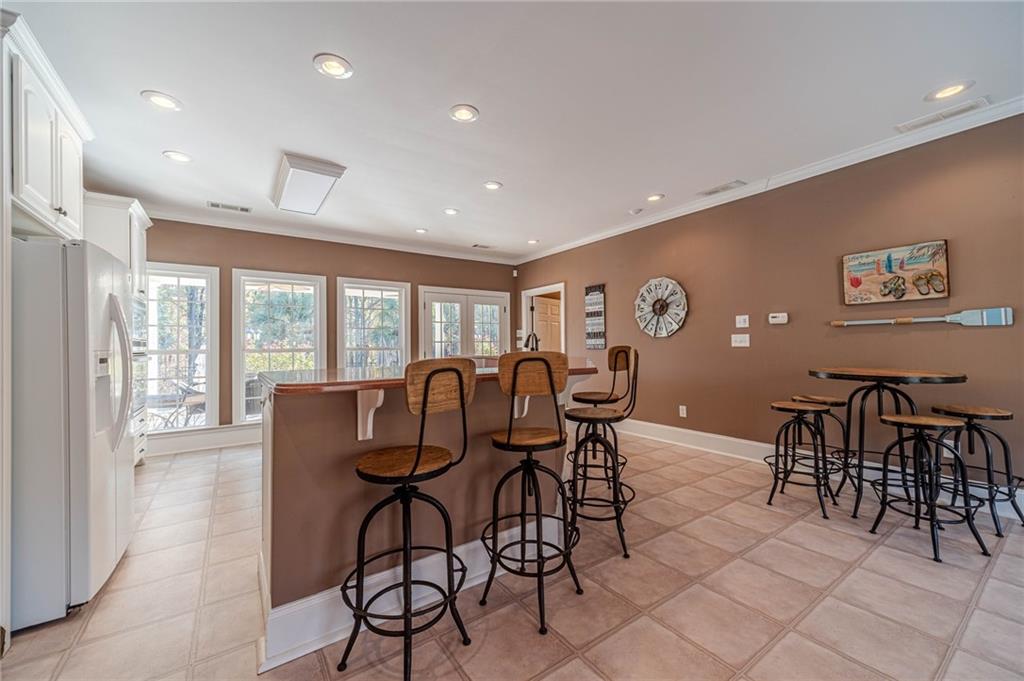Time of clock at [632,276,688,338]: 1:32
